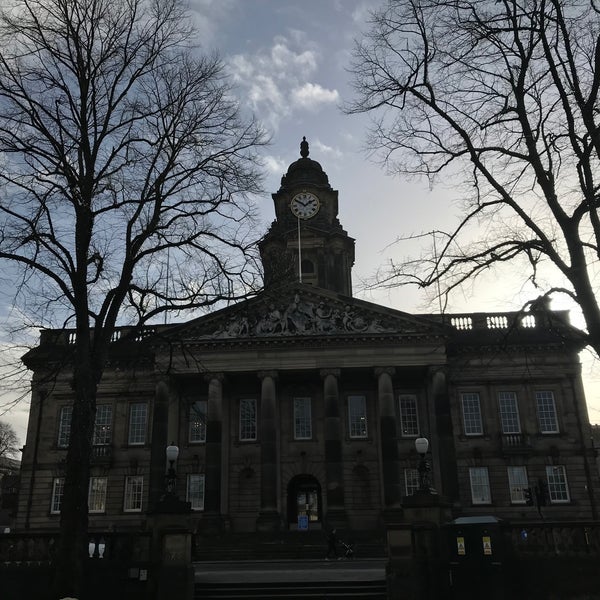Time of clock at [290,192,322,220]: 1:49
